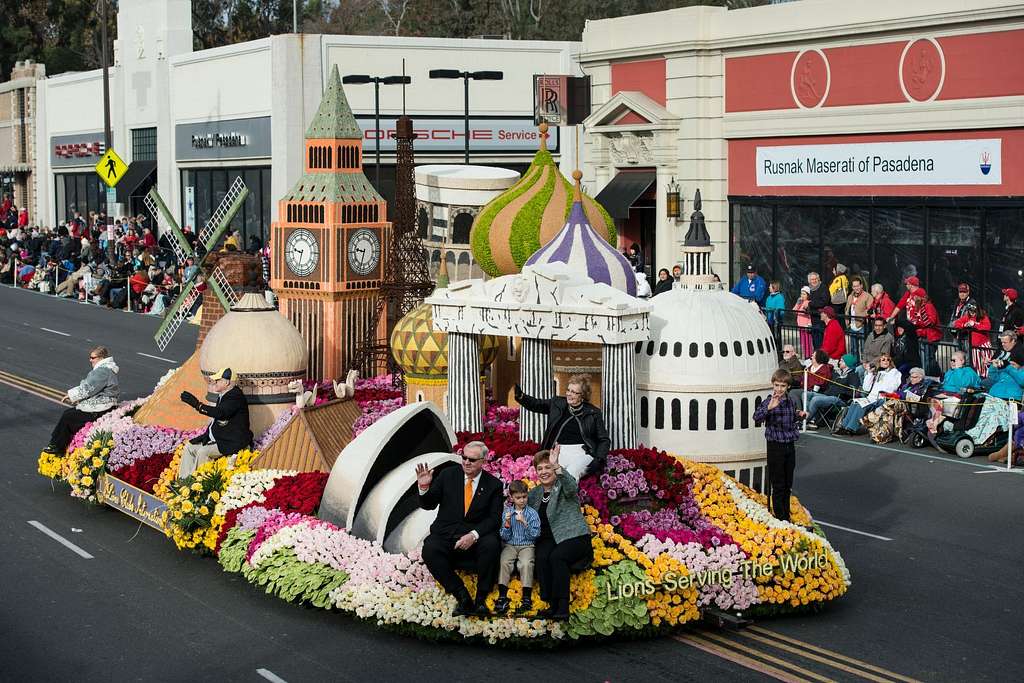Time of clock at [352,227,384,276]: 9:33
